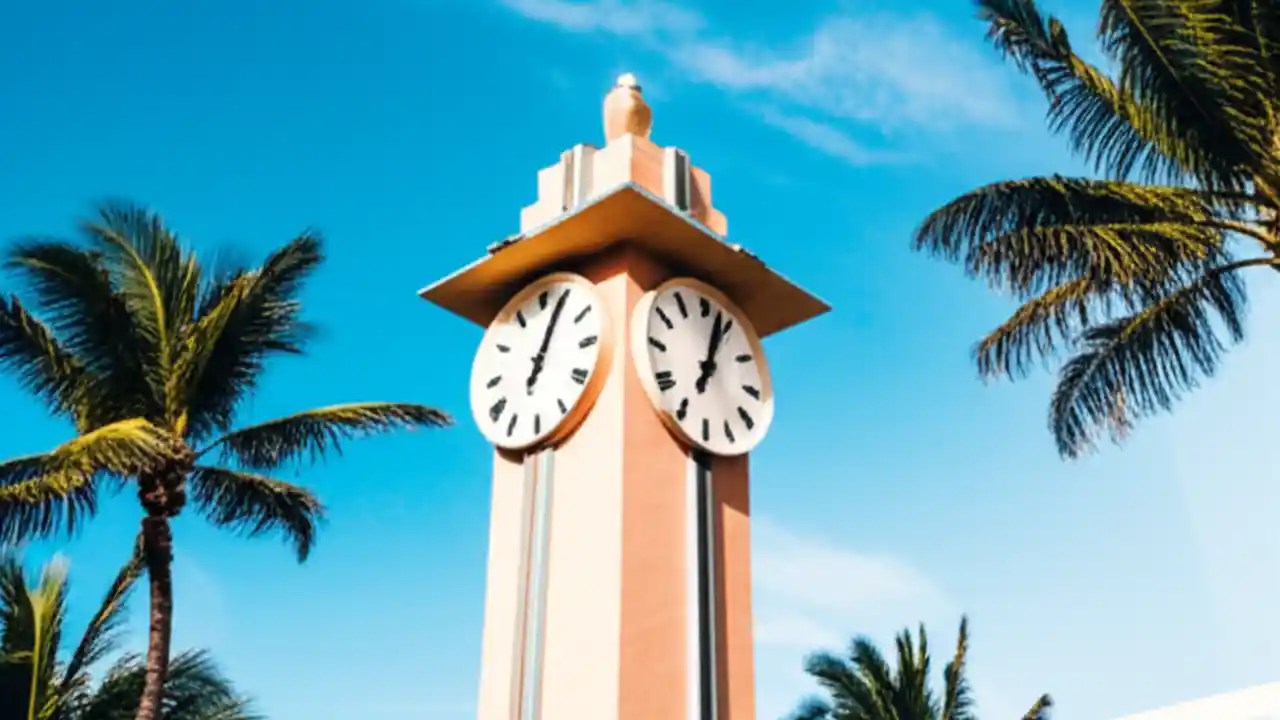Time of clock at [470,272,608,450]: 7:04
